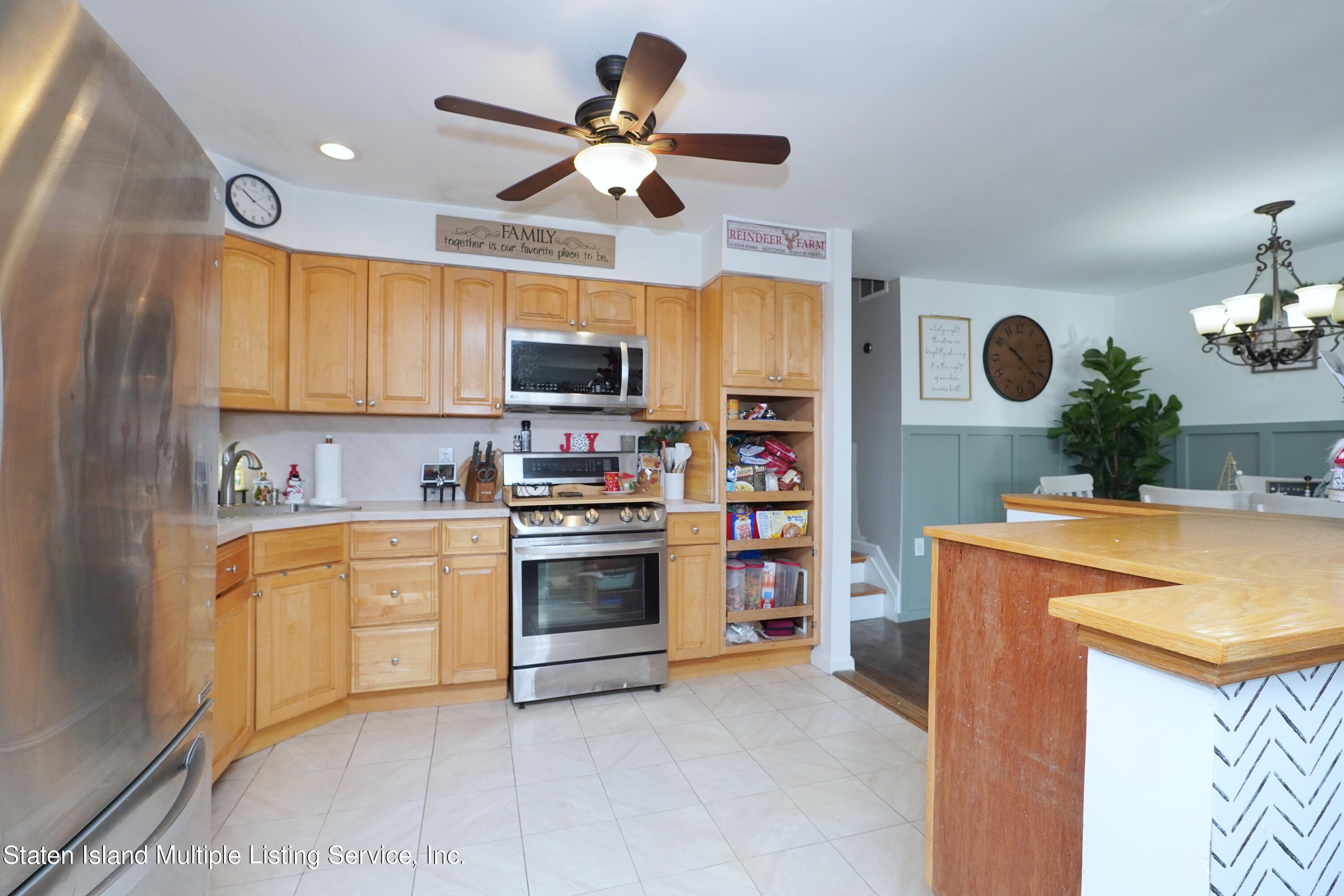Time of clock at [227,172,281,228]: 10:19
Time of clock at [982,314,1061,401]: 10:20
